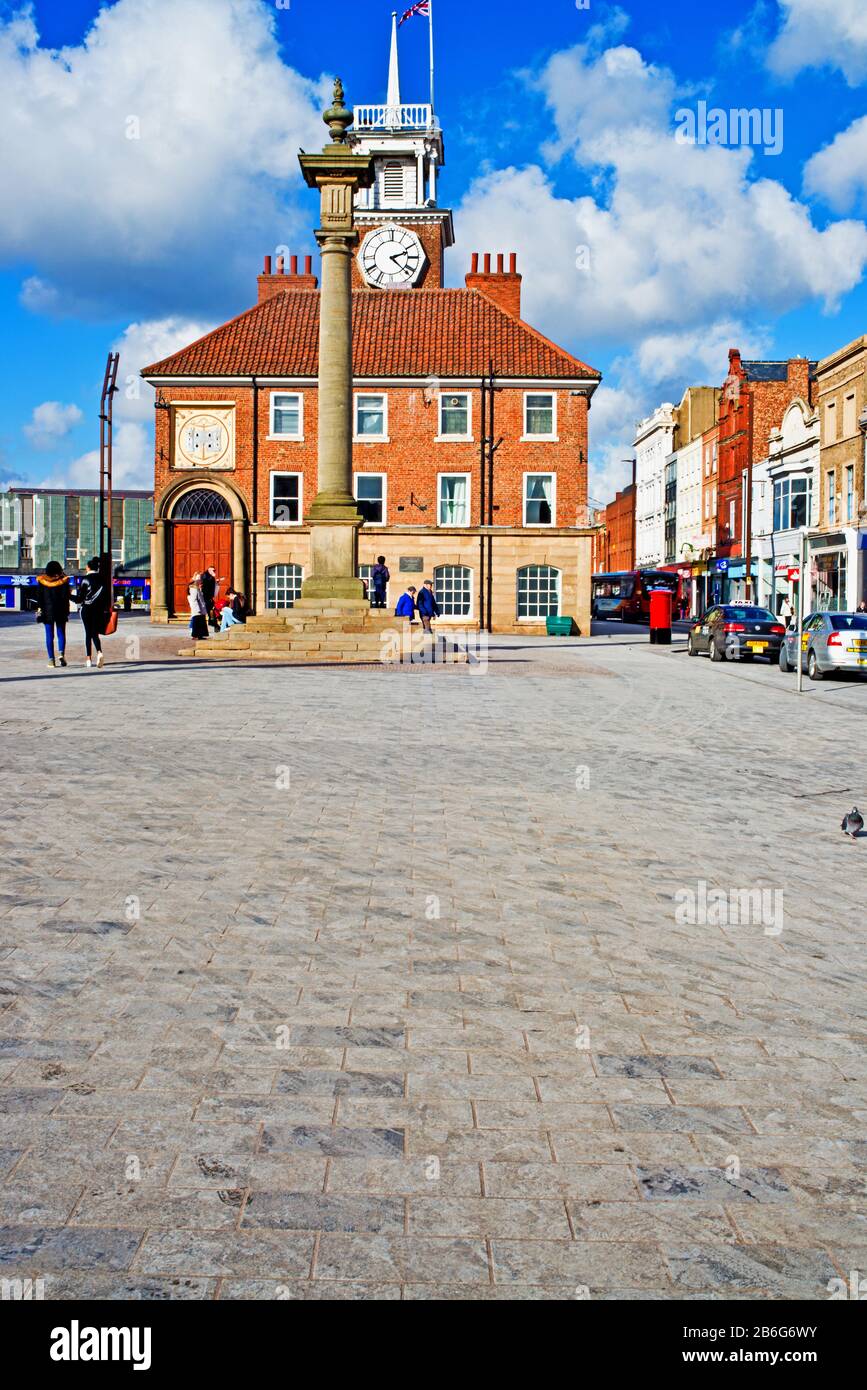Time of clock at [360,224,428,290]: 2:21
